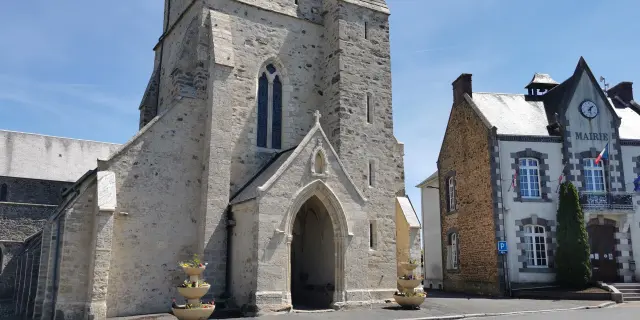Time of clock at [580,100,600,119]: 1:28
